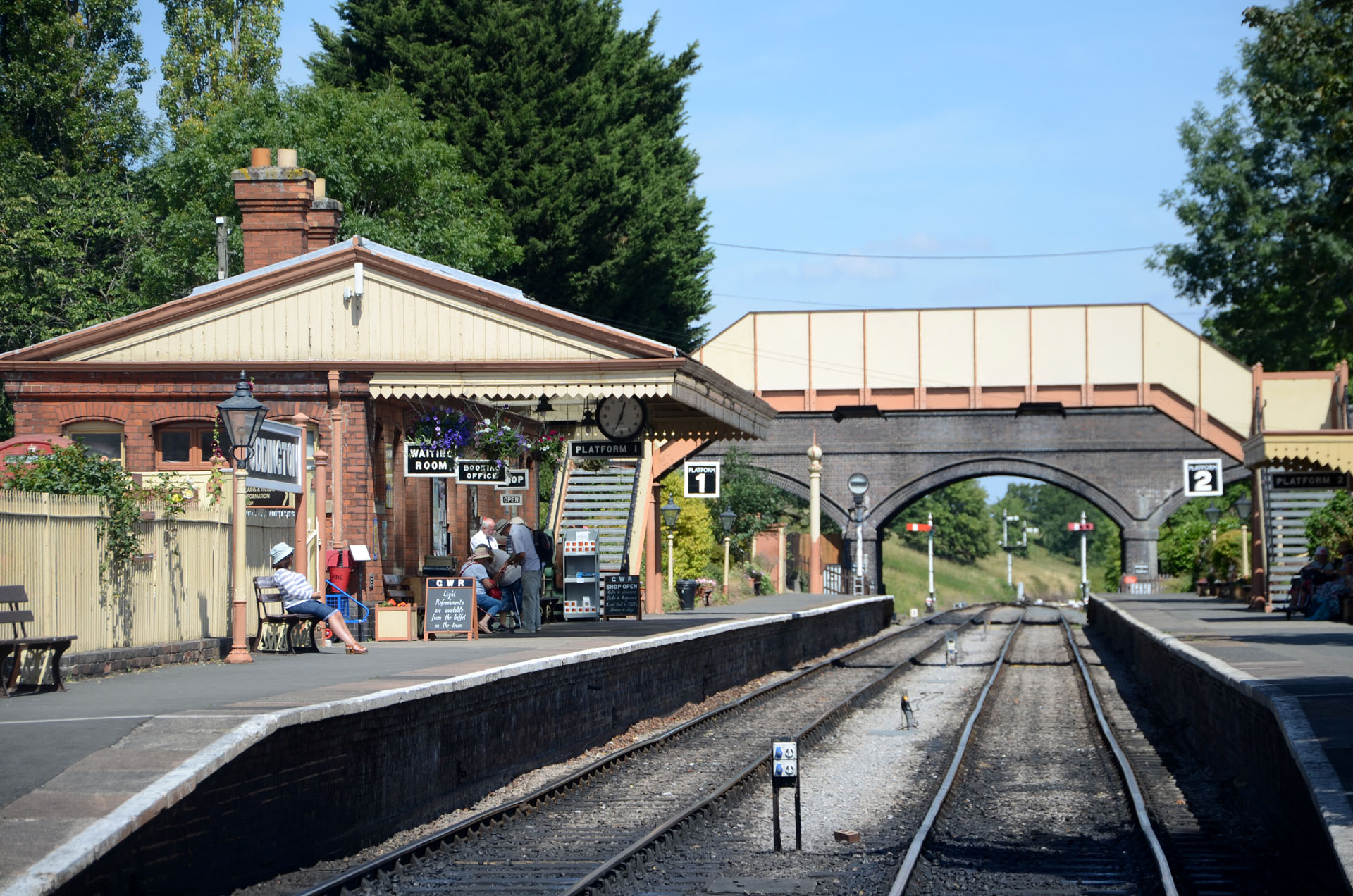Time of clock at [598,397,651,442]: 12:34
